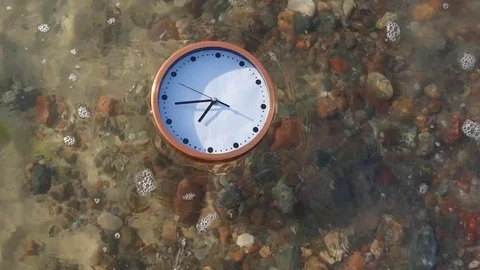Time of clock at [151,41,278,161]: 6:43
